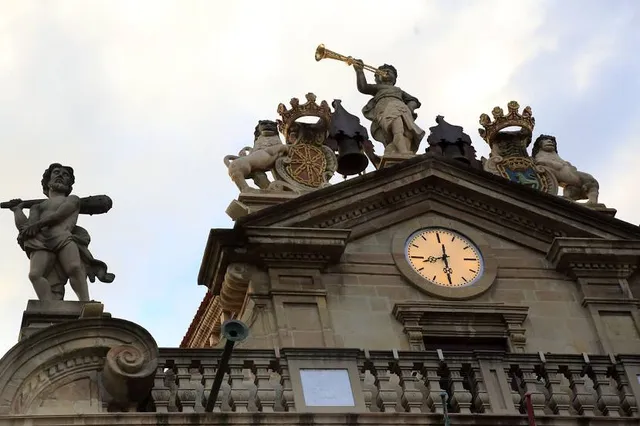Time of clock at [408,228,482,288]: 8:29
